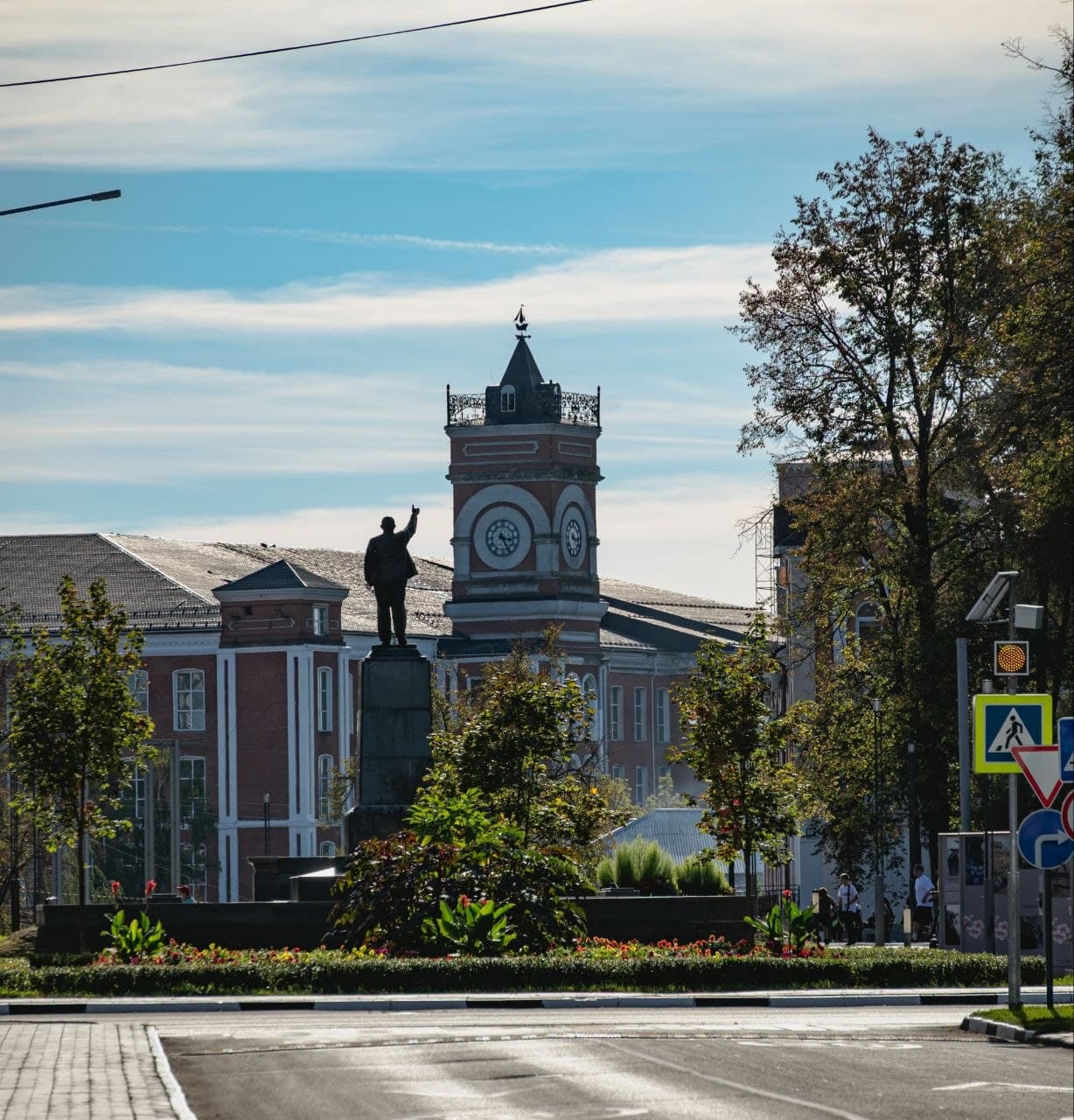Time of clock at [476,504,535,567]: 3:24
